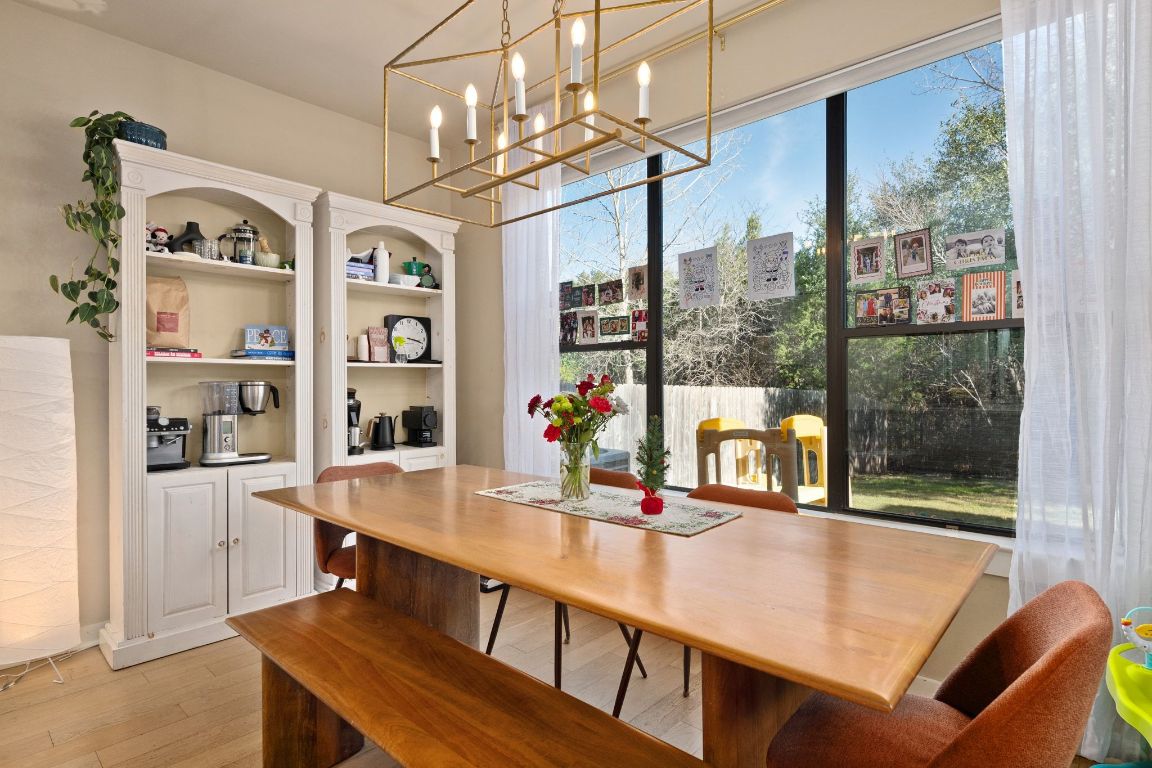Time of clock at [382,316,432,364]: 3:17
